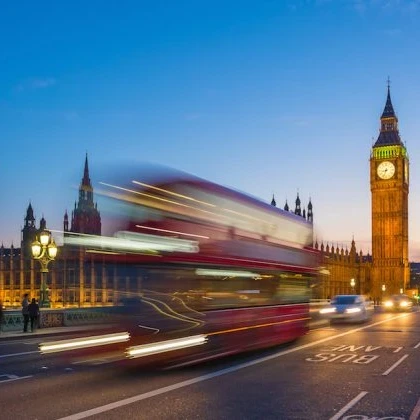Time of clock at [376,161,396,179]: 8:33
